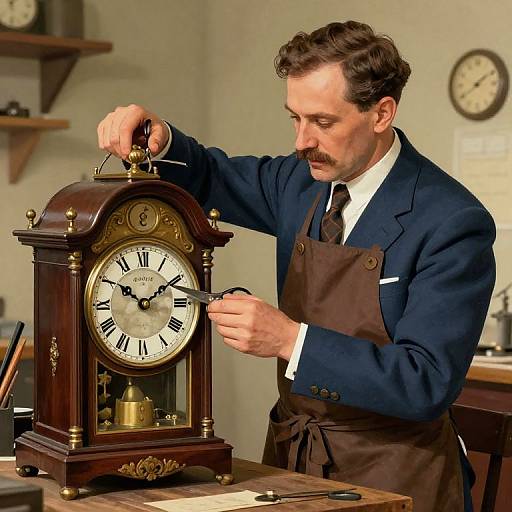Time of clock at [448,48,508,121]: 1:39
